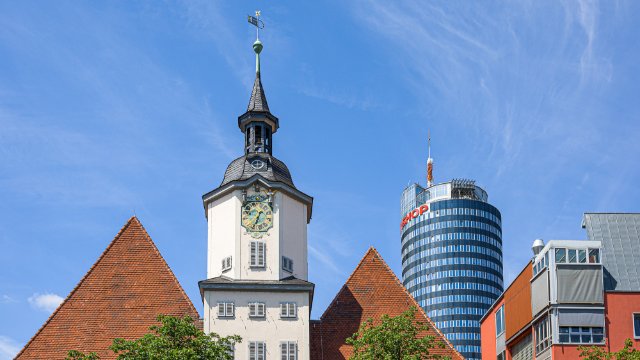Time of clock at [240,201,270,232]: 6:34
